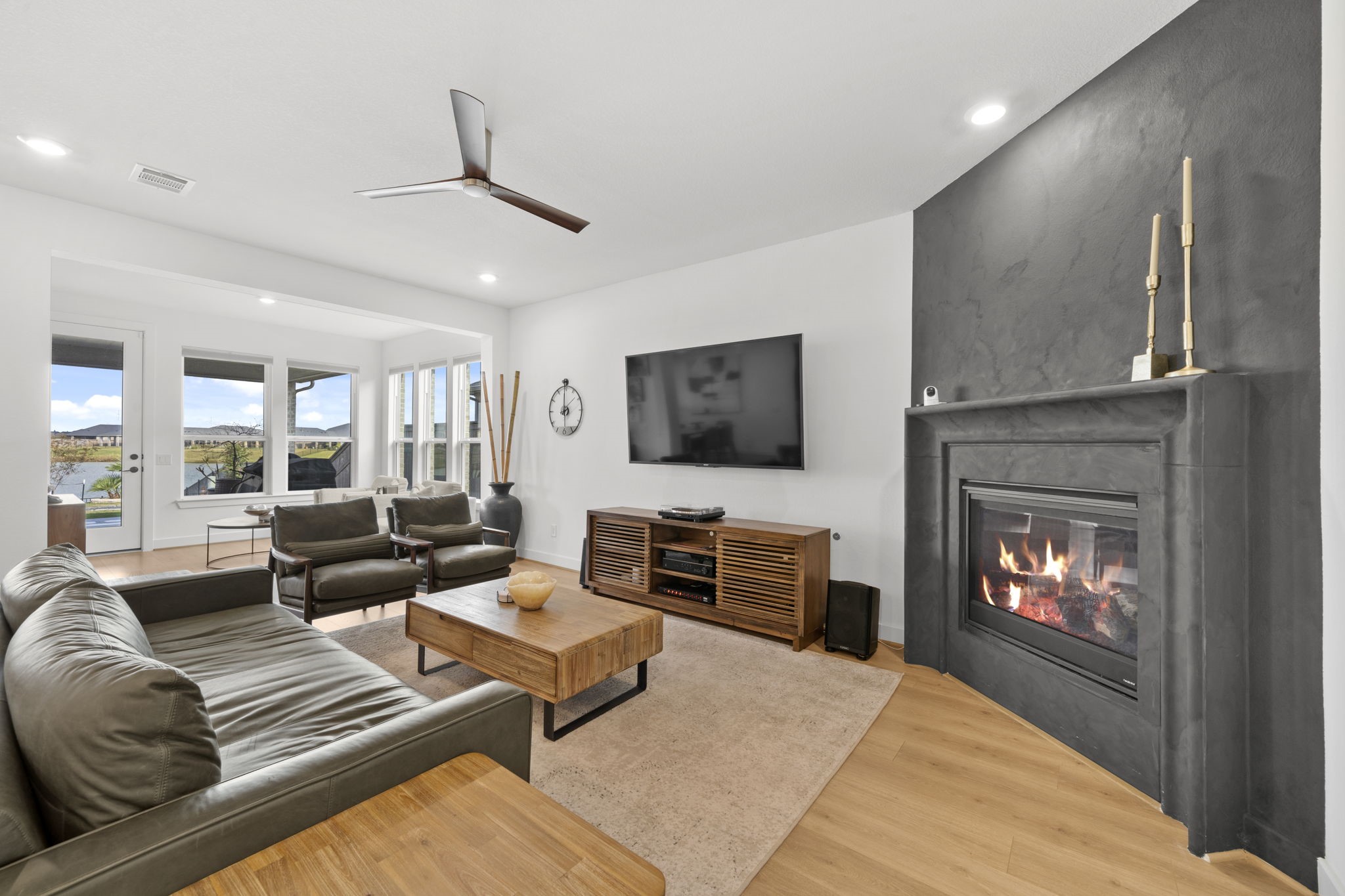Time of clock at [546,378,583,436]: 5:59
